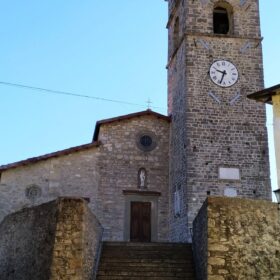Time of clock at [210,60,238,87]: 9:33
